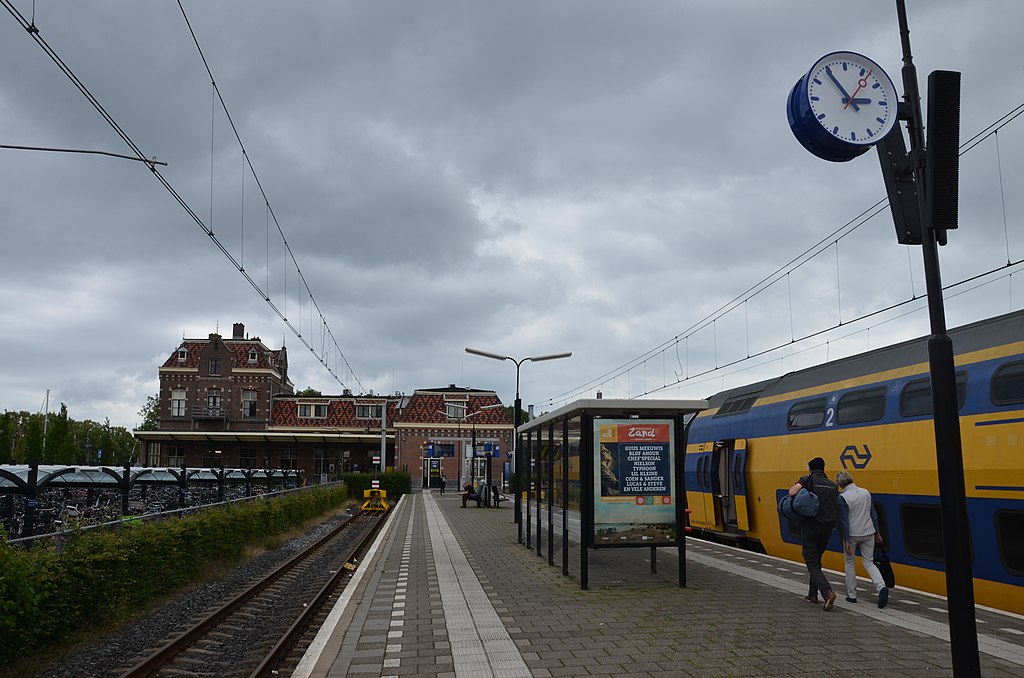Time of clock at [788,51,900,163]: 2:54
